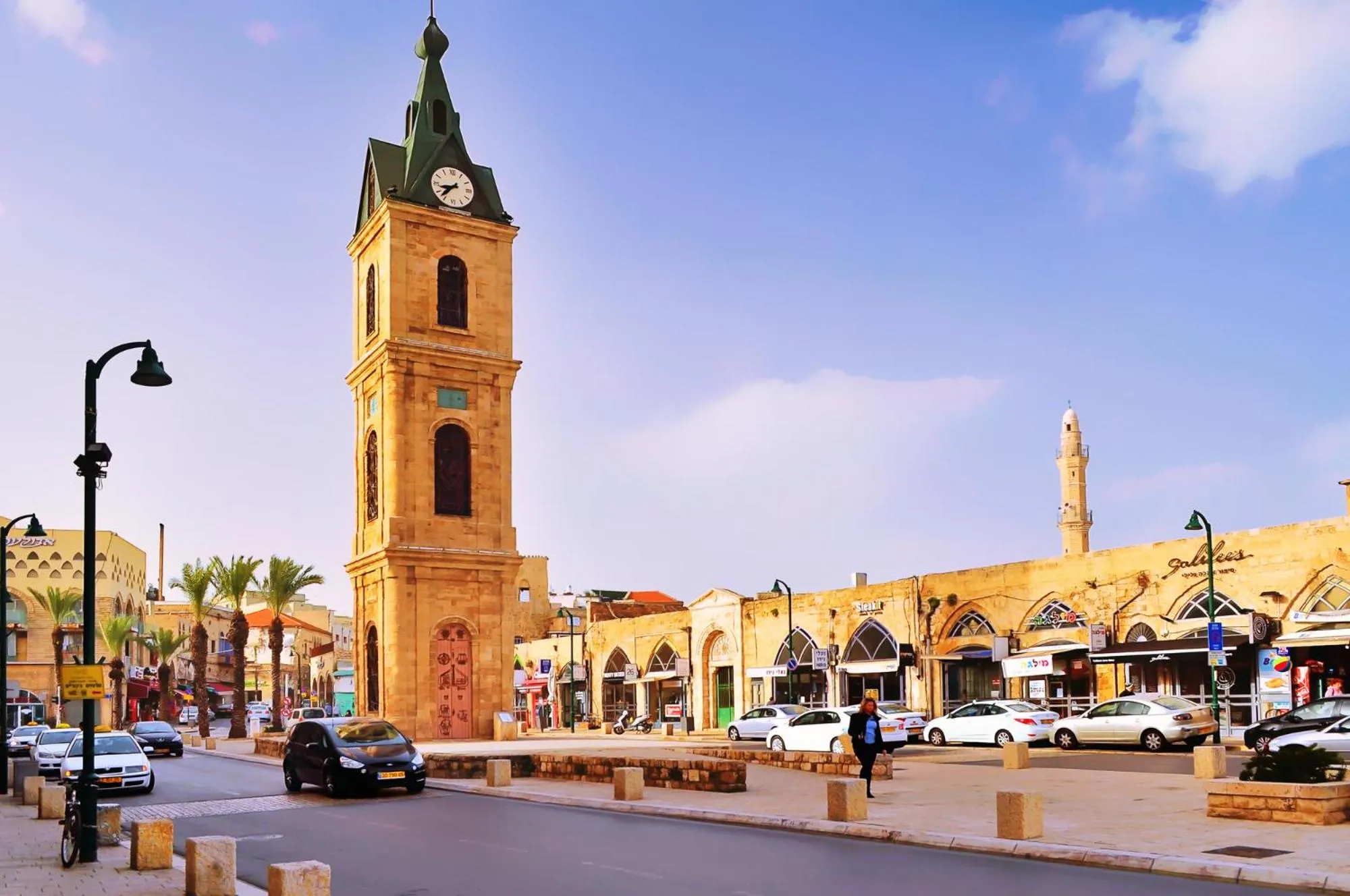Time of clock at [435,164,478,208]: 8:37
